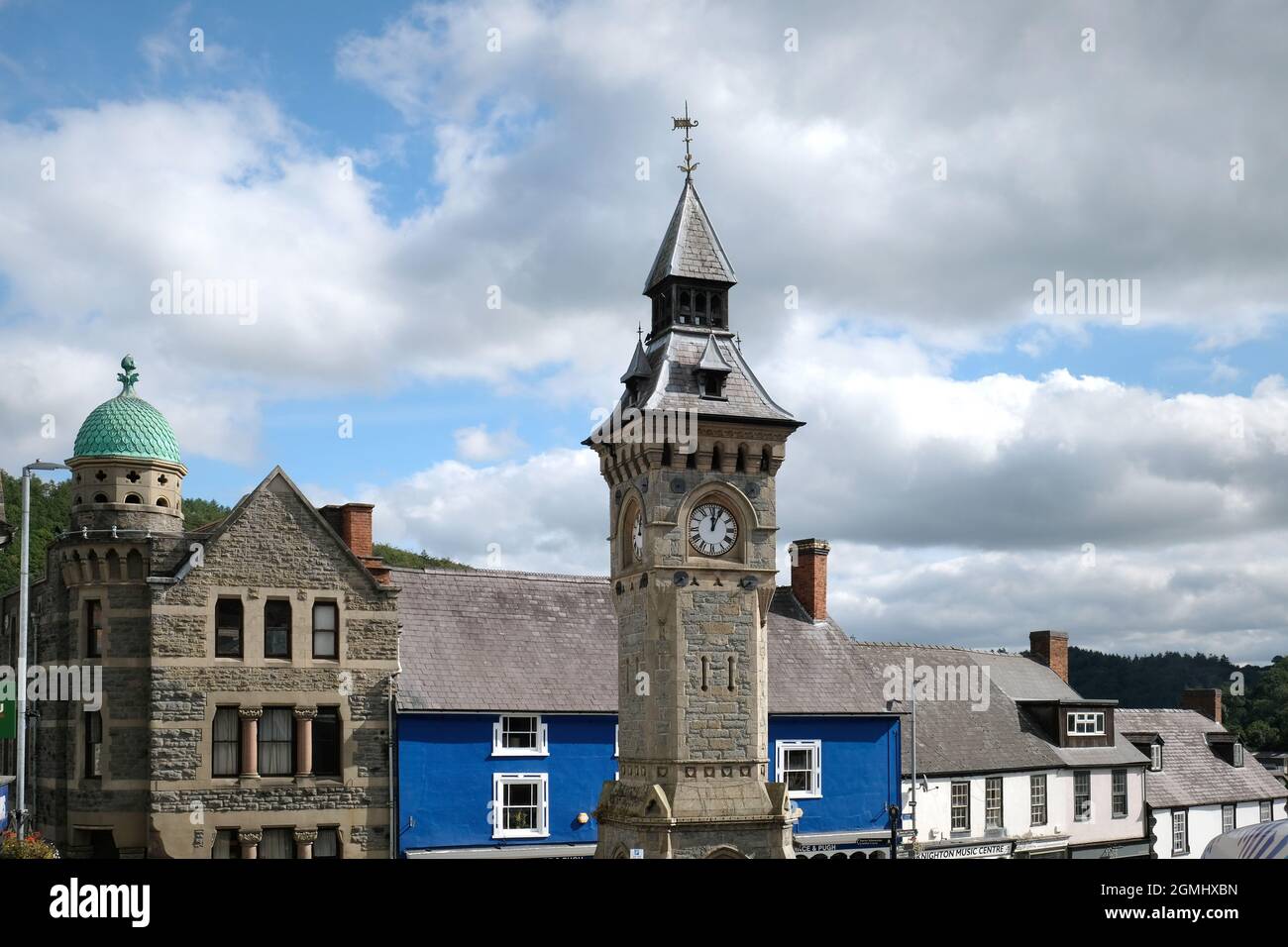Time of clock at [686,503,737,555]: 12:04
